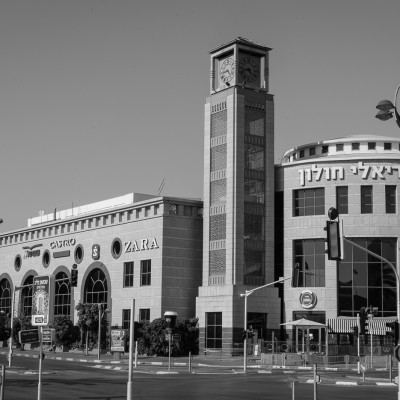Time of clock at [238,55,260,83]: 4:42
